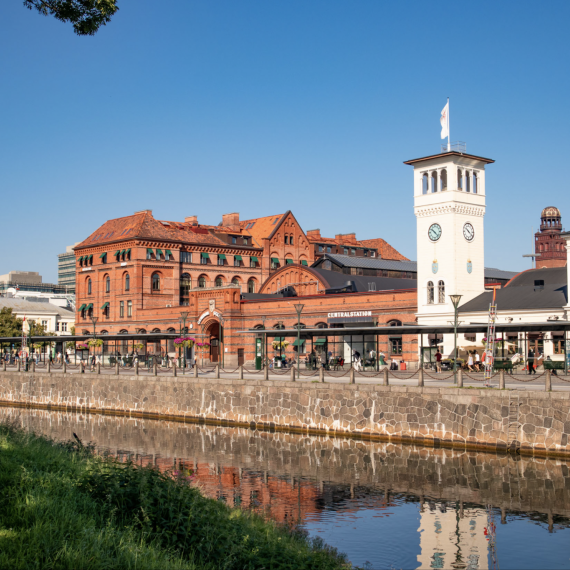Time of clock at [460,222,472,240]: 10:21
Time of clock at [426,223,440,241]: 10:22
